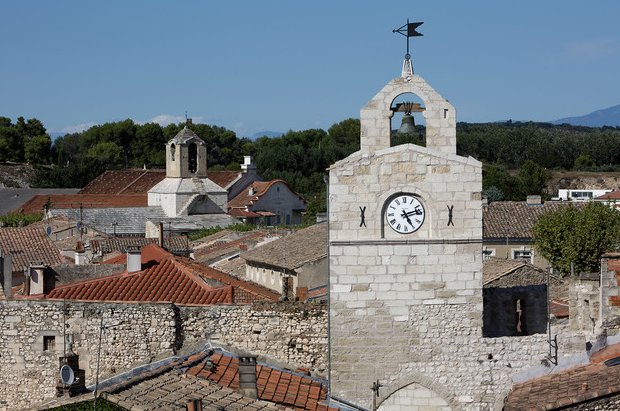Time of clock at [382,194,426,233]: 5:12
